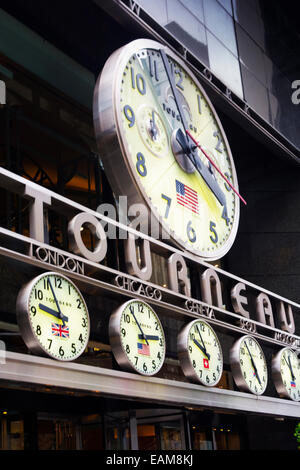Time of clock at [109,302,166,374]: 2:54
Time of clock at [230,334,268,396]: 4:54
